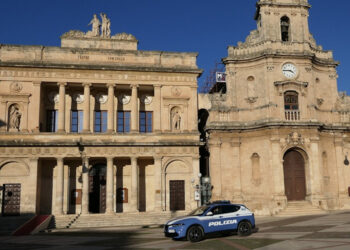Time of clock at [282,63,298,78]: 3:45
